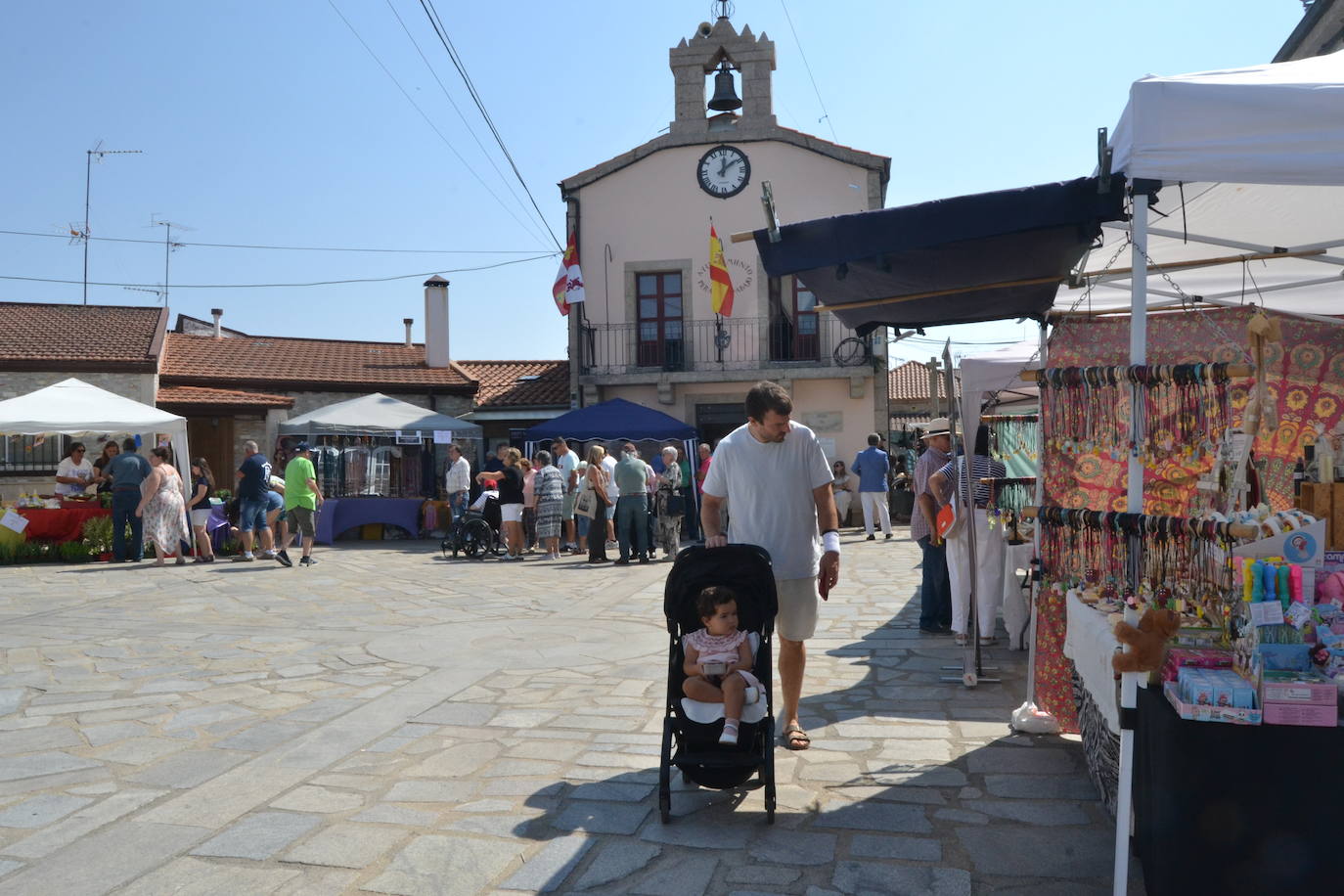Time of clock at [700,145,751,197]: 12:08
